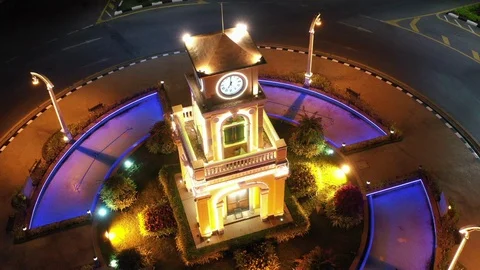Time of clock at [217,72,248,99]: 7:00
